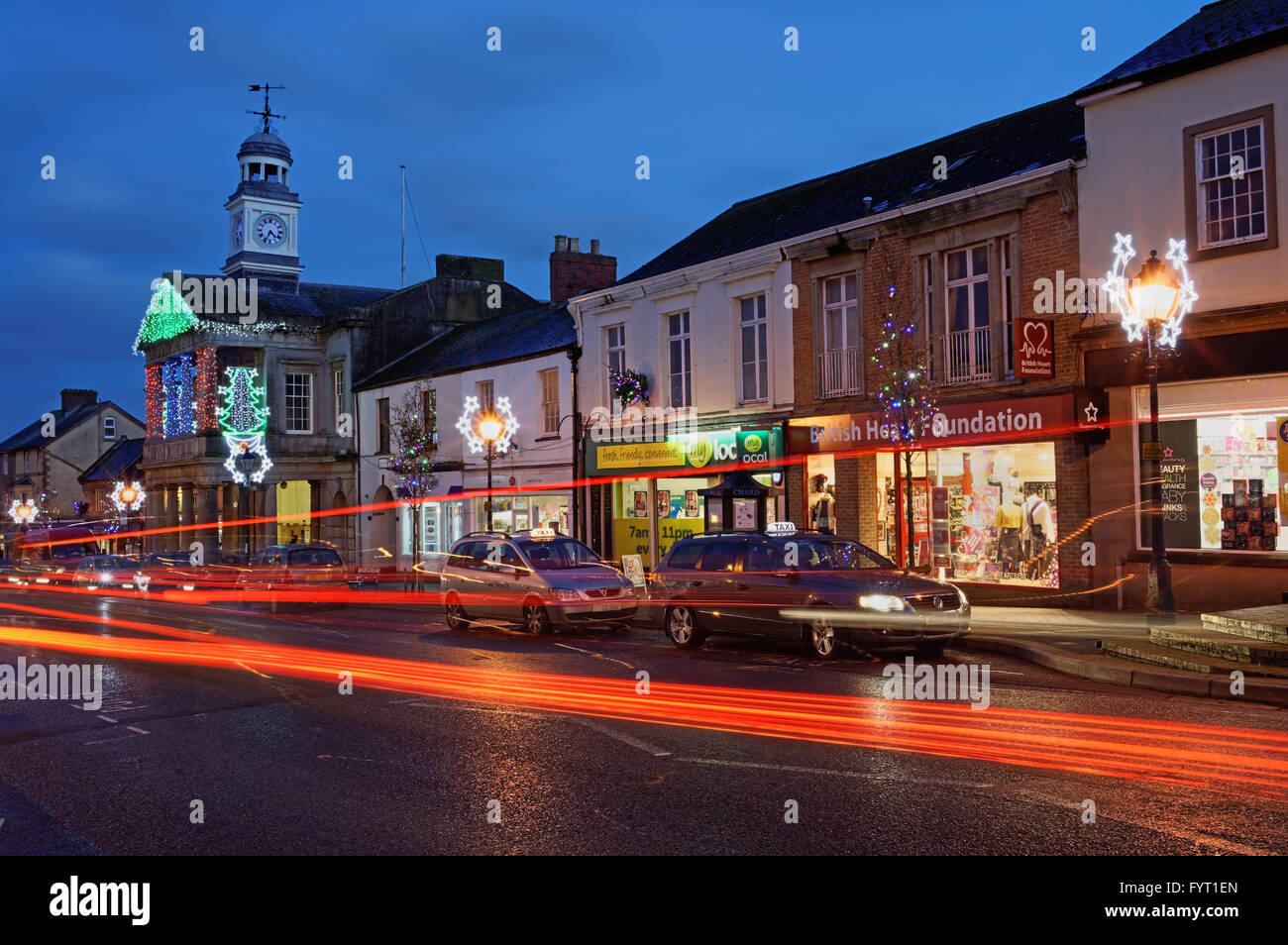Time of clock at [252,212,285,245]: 4:34
